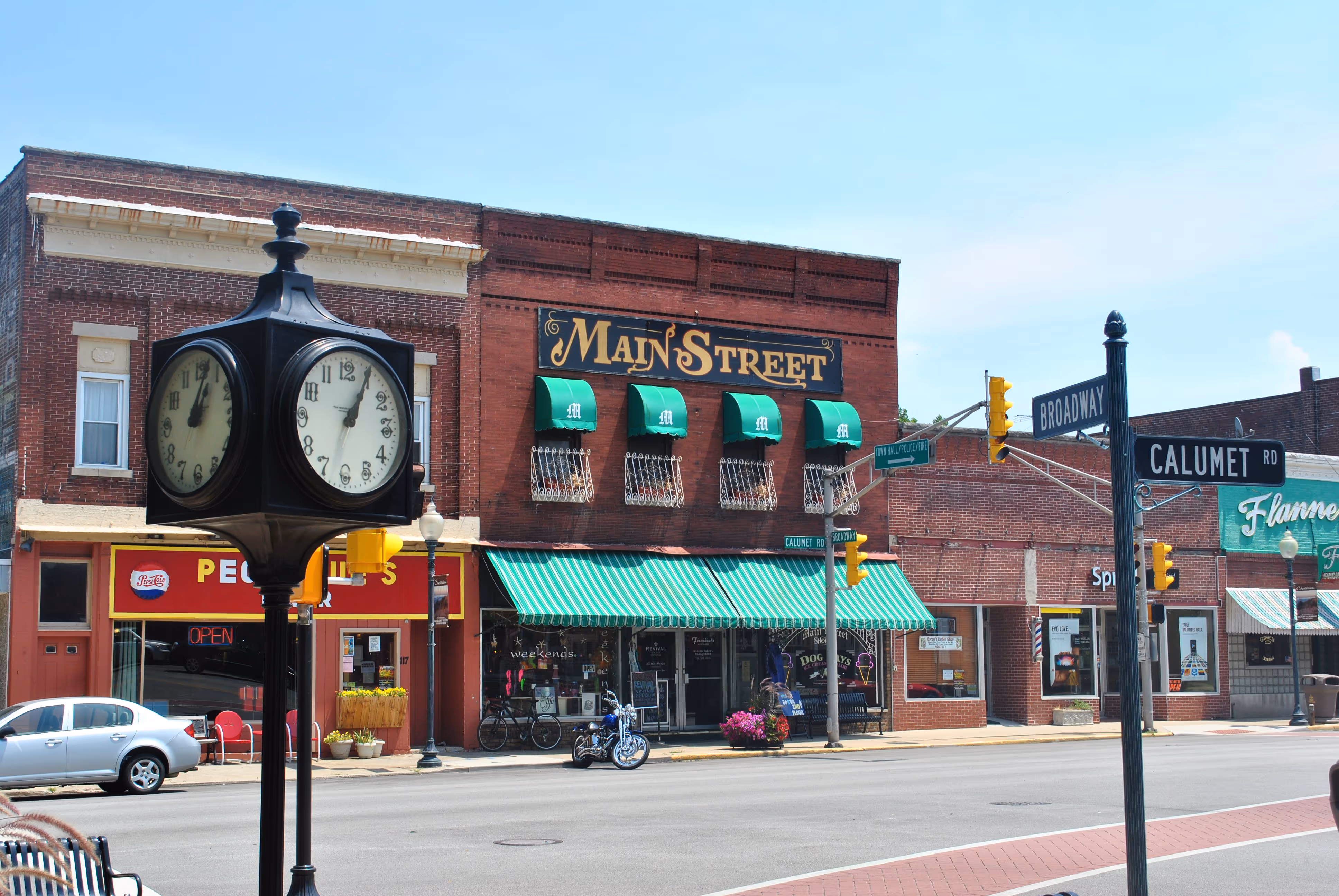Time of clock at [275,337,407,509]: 1:04
